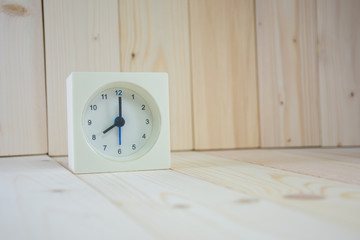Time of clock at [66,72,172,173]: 8:00
